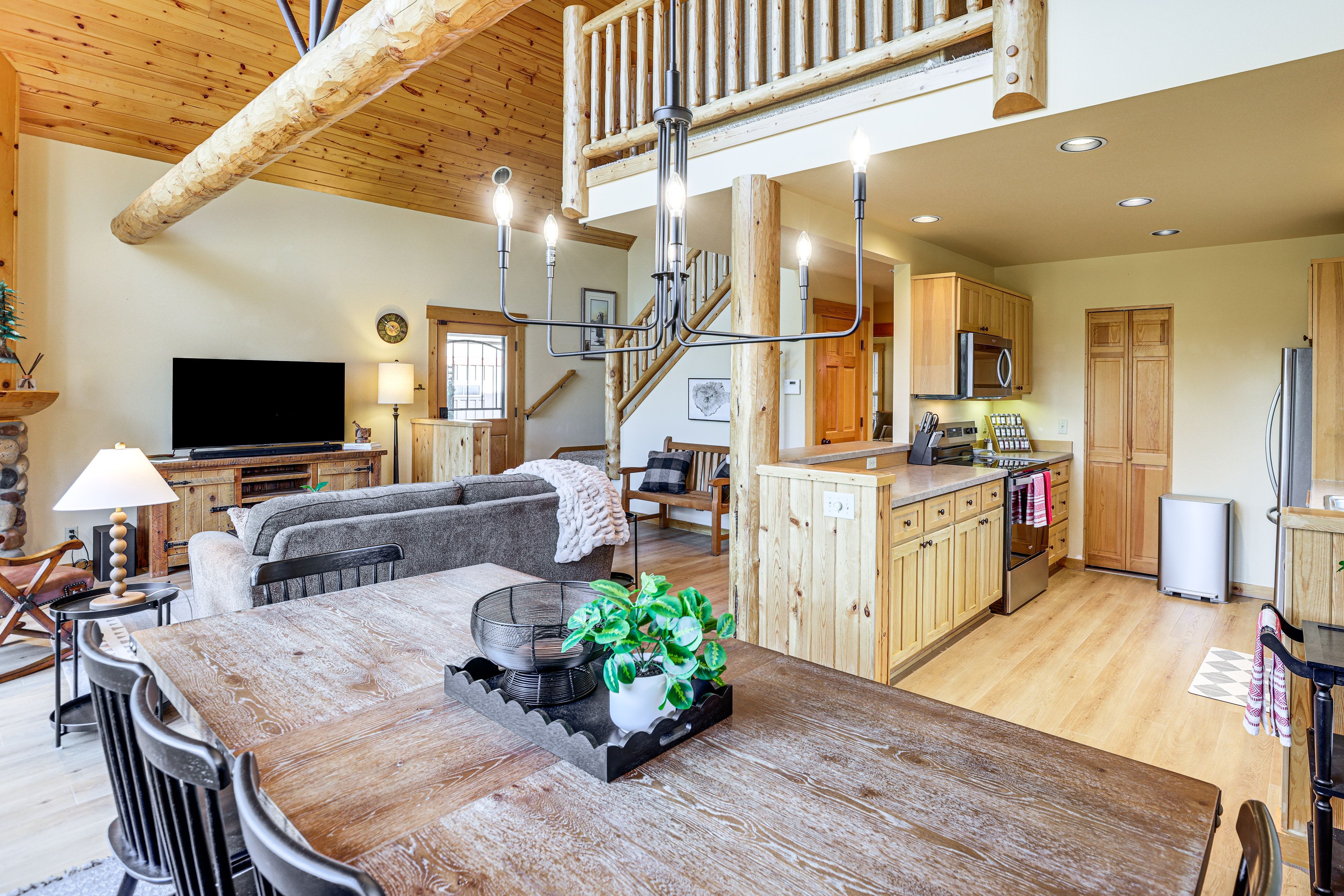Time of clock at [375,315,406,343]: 9:51
